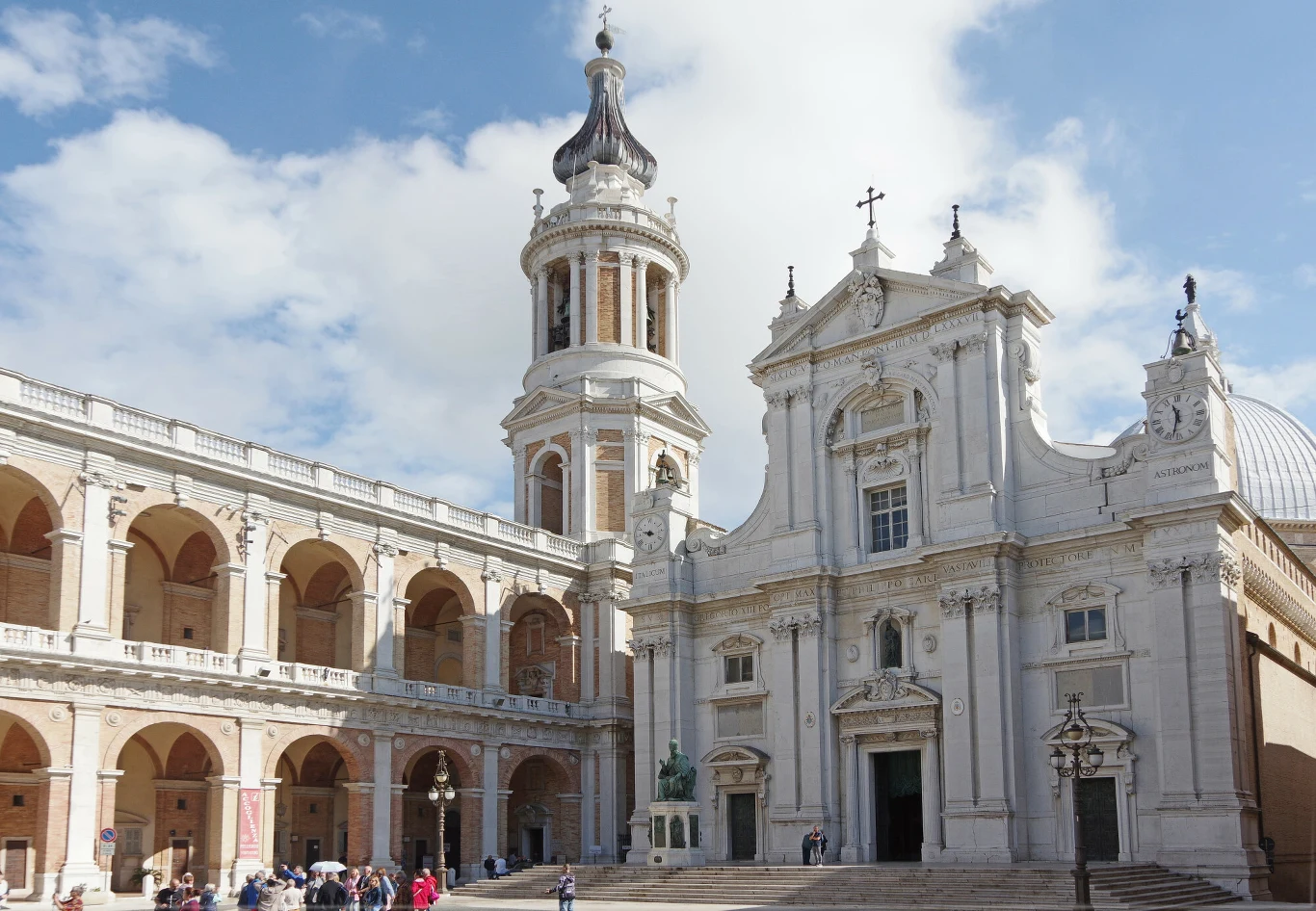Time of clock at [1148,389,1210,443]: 11:32
